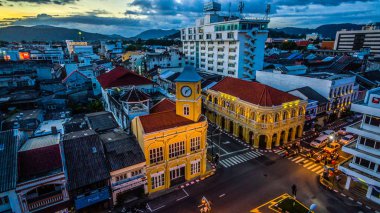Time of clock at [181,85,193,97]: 7:08
